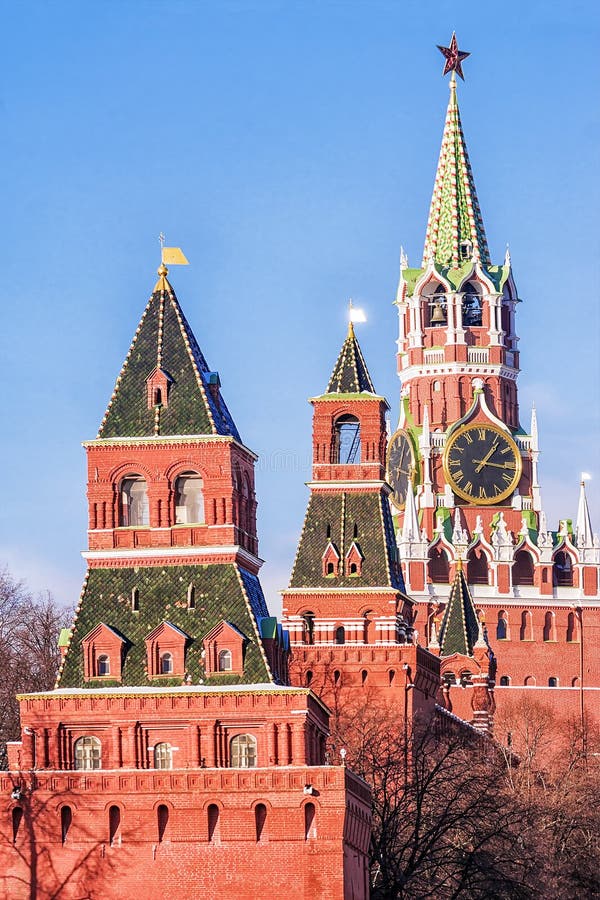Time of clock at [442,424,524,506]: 1:16
